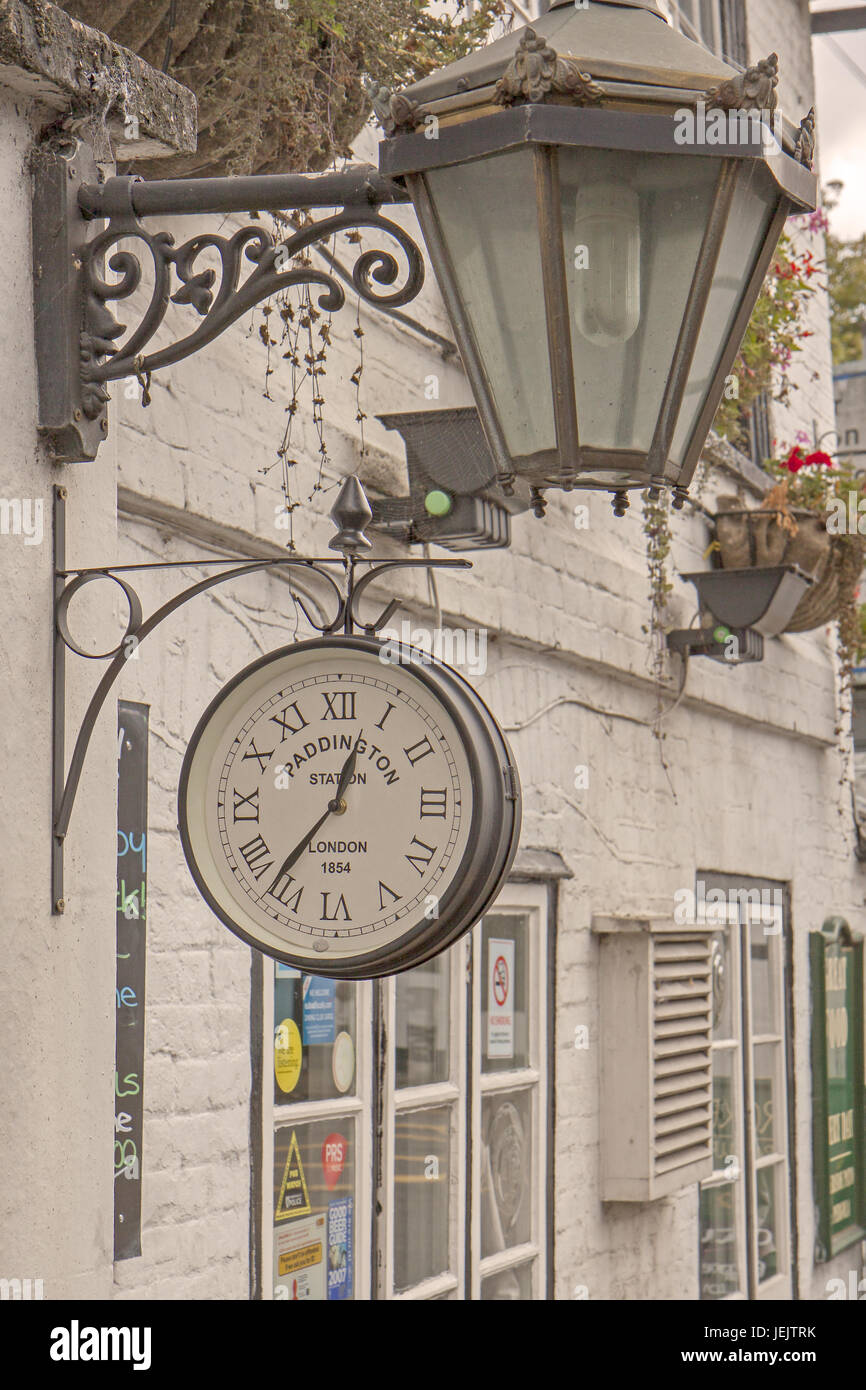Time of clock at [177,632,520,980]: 12:36
